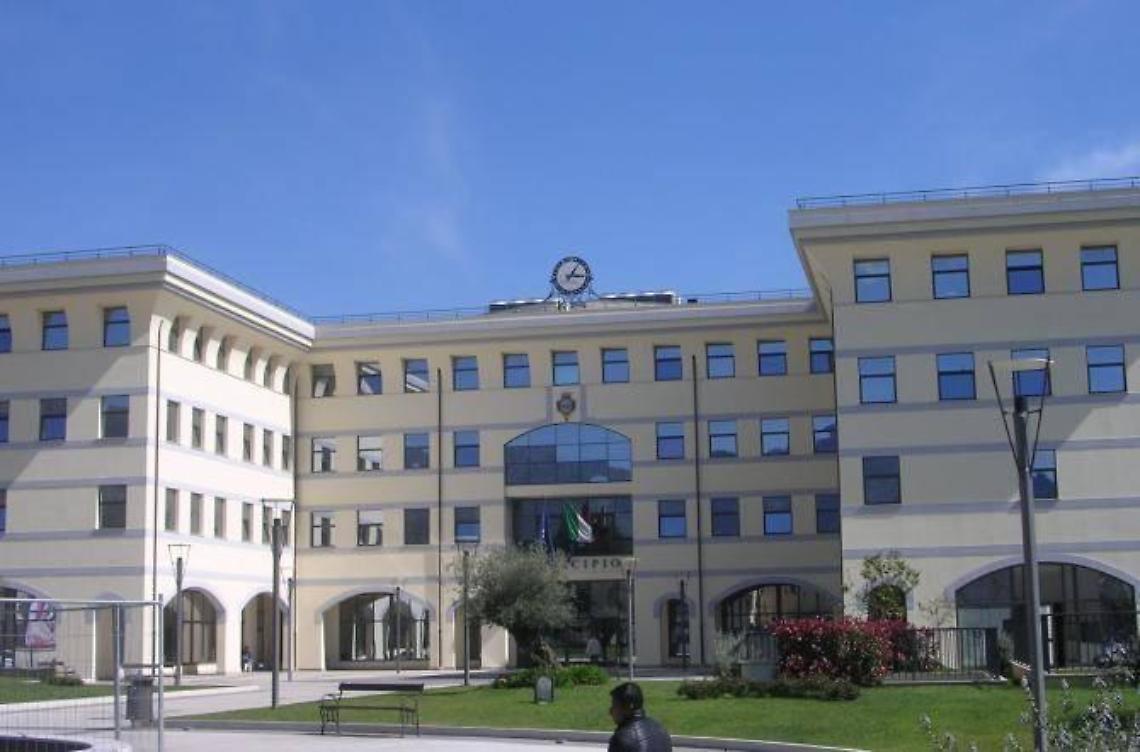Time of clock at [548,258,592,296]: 3:04
